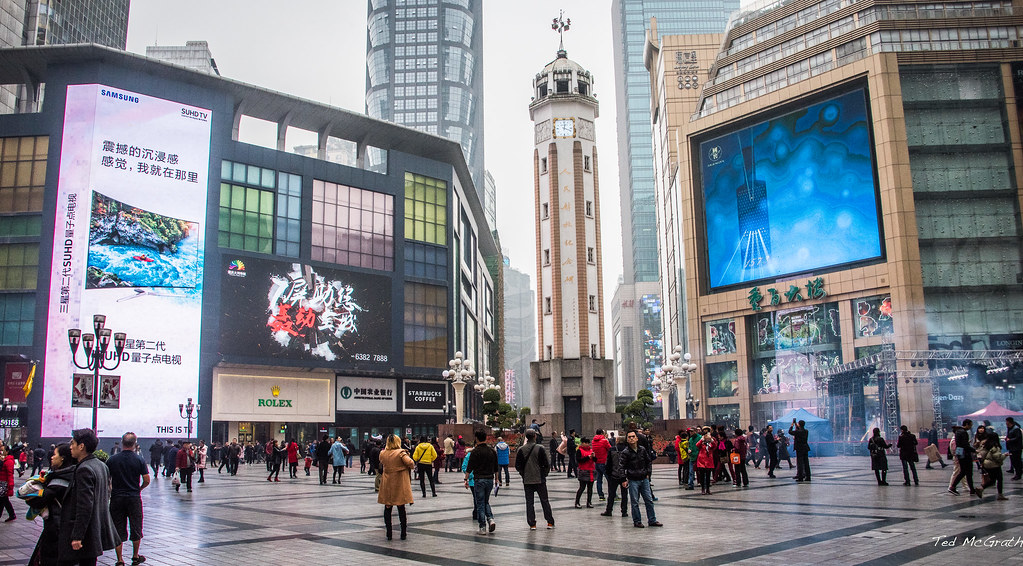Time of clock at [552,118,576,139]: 12:18
